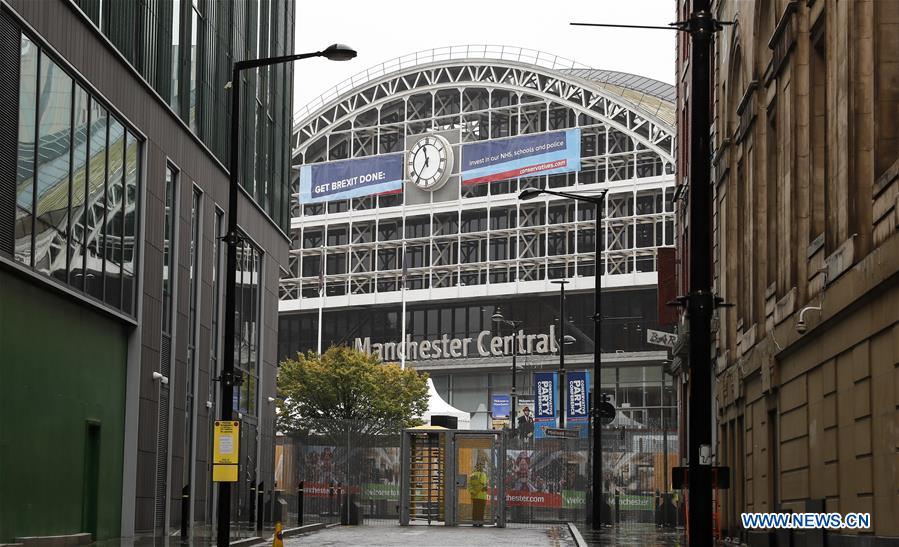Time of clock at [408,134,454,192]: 11:35
